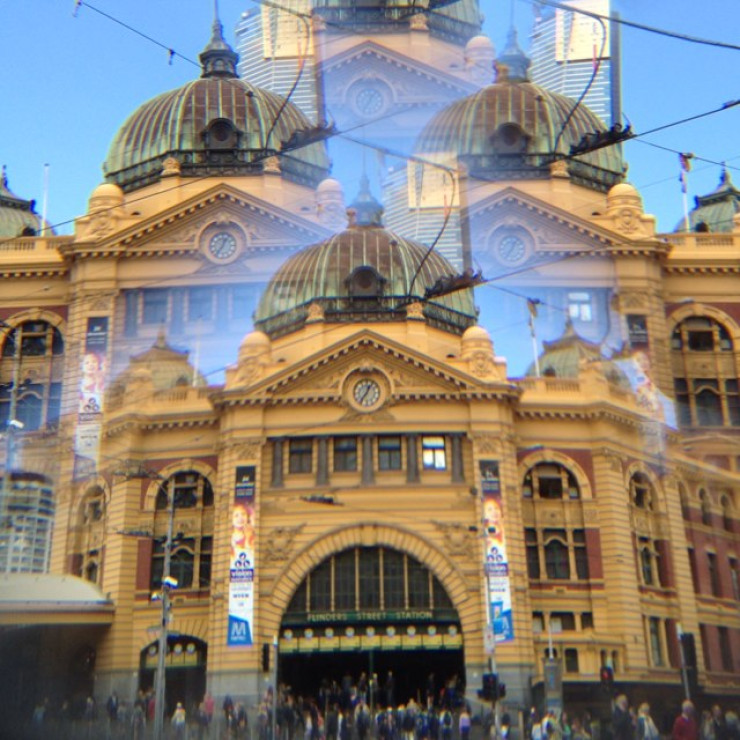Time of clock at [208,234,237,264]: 12:36
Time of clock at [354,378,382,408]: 12:36
